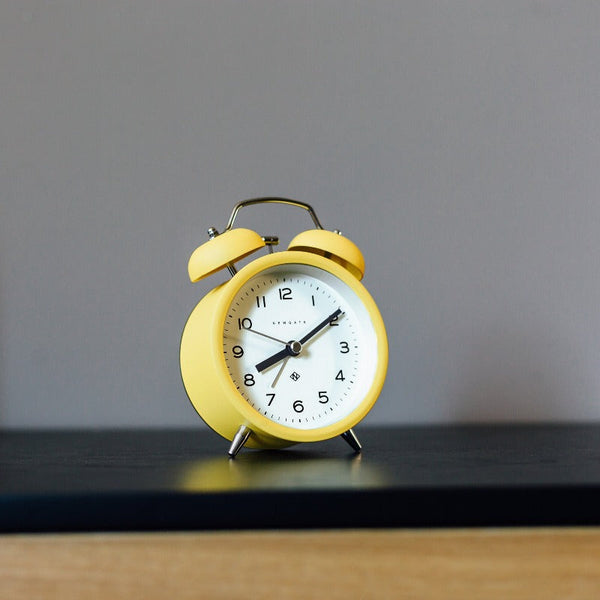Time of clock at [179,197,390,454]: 8:09
